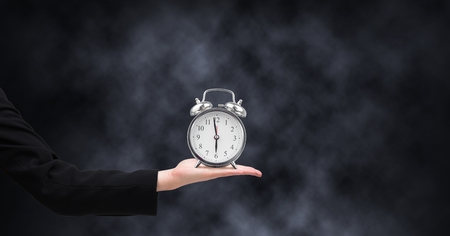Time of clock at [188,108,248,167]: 5:58
